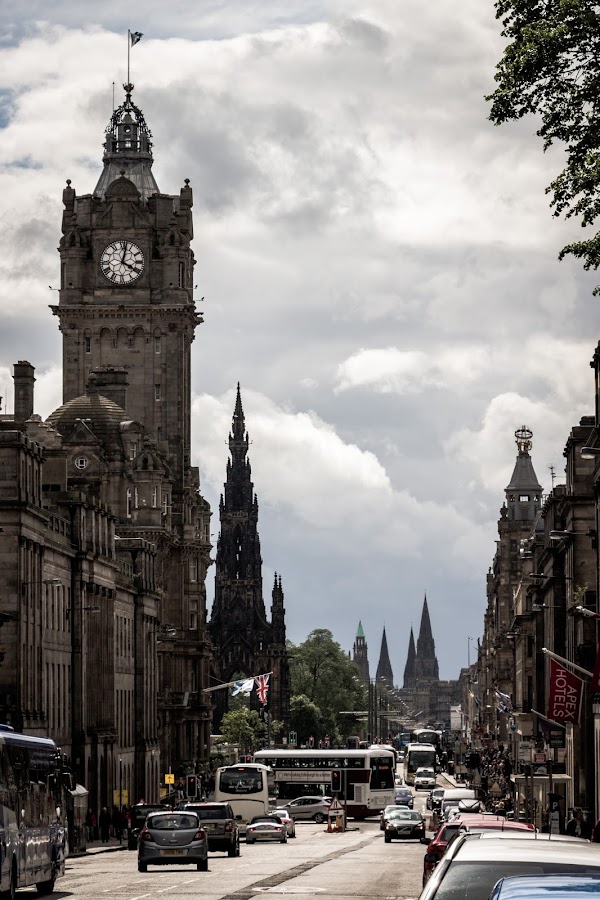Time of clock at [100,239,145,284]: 4:02
